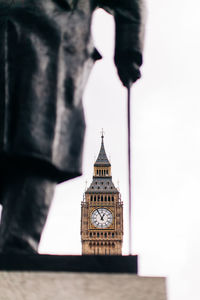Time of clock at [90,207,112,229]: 12:55
